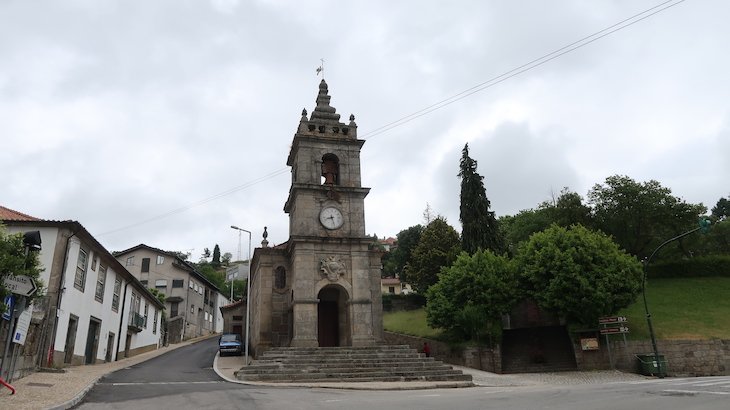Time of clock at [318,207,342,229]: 8:27
